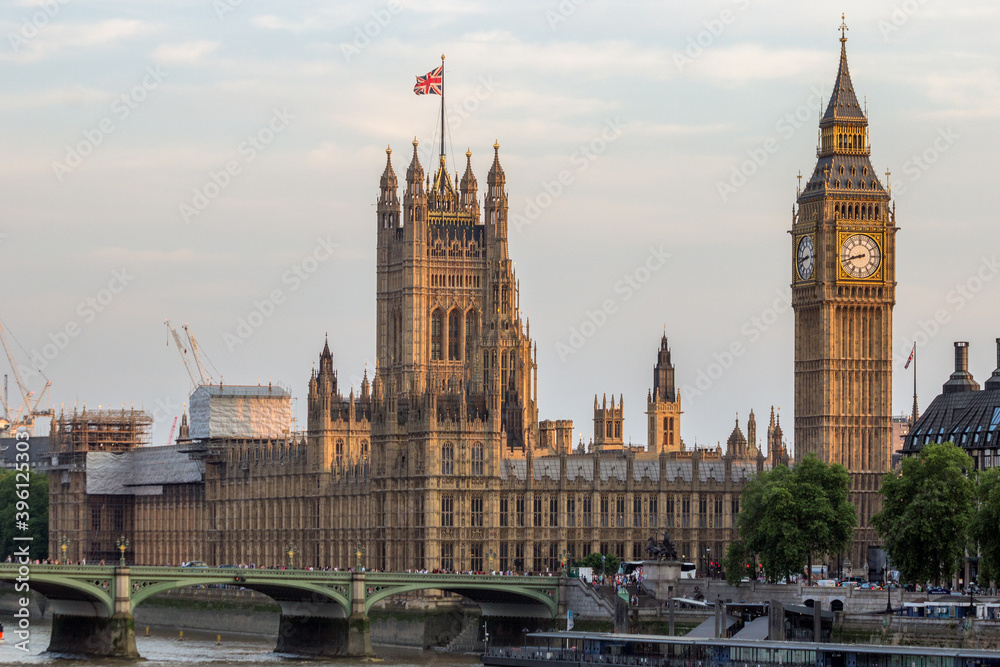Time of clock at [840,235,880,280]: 8:42
